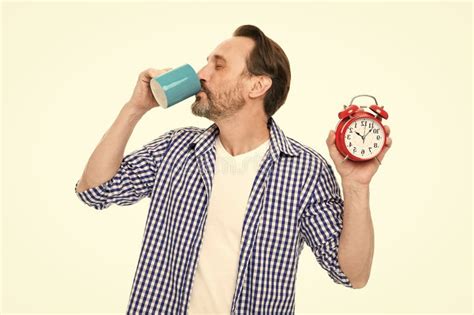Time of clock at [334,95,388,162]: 10:07
